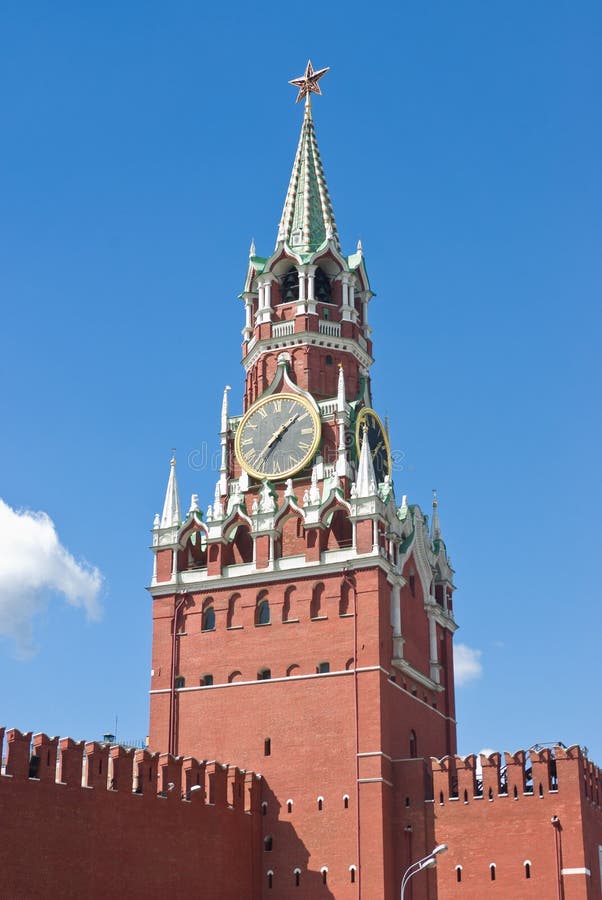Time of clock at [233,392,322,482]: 1:36
